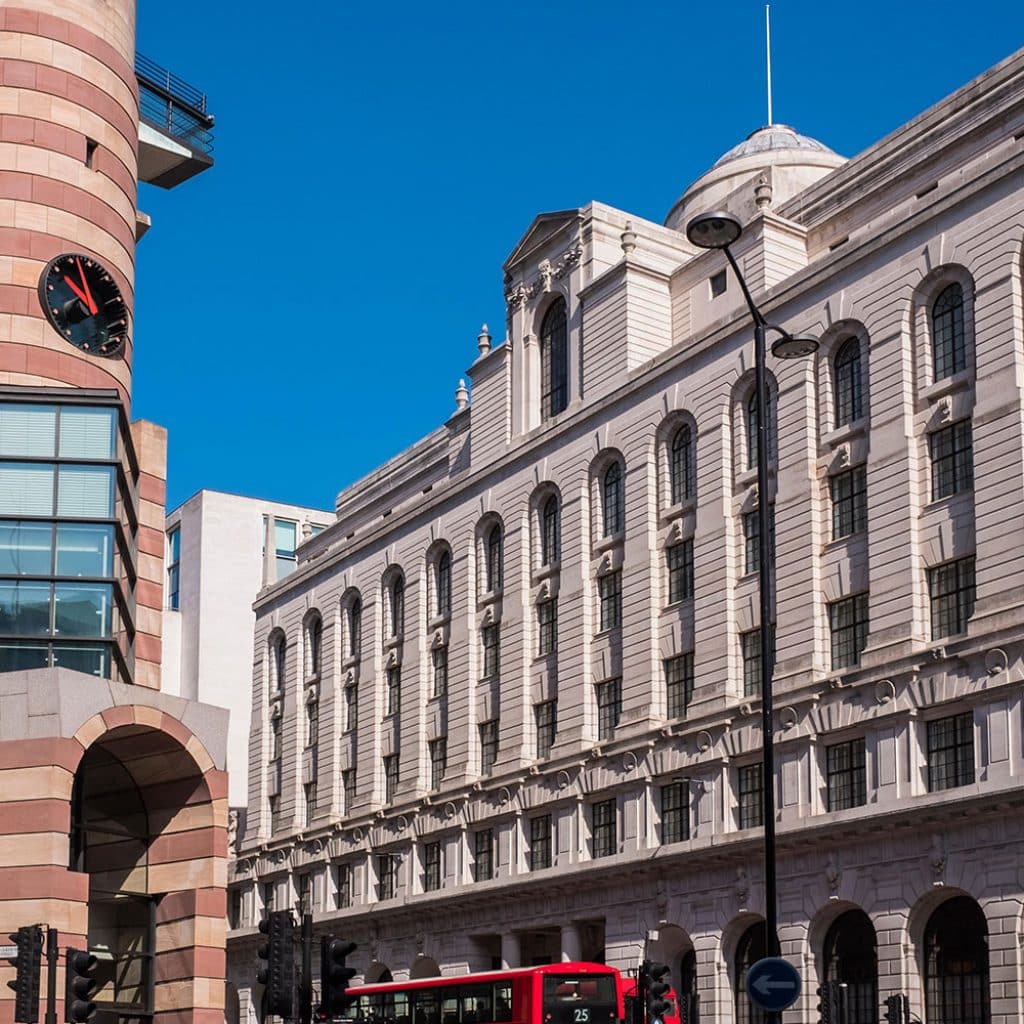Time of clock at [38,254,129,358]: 9:57
